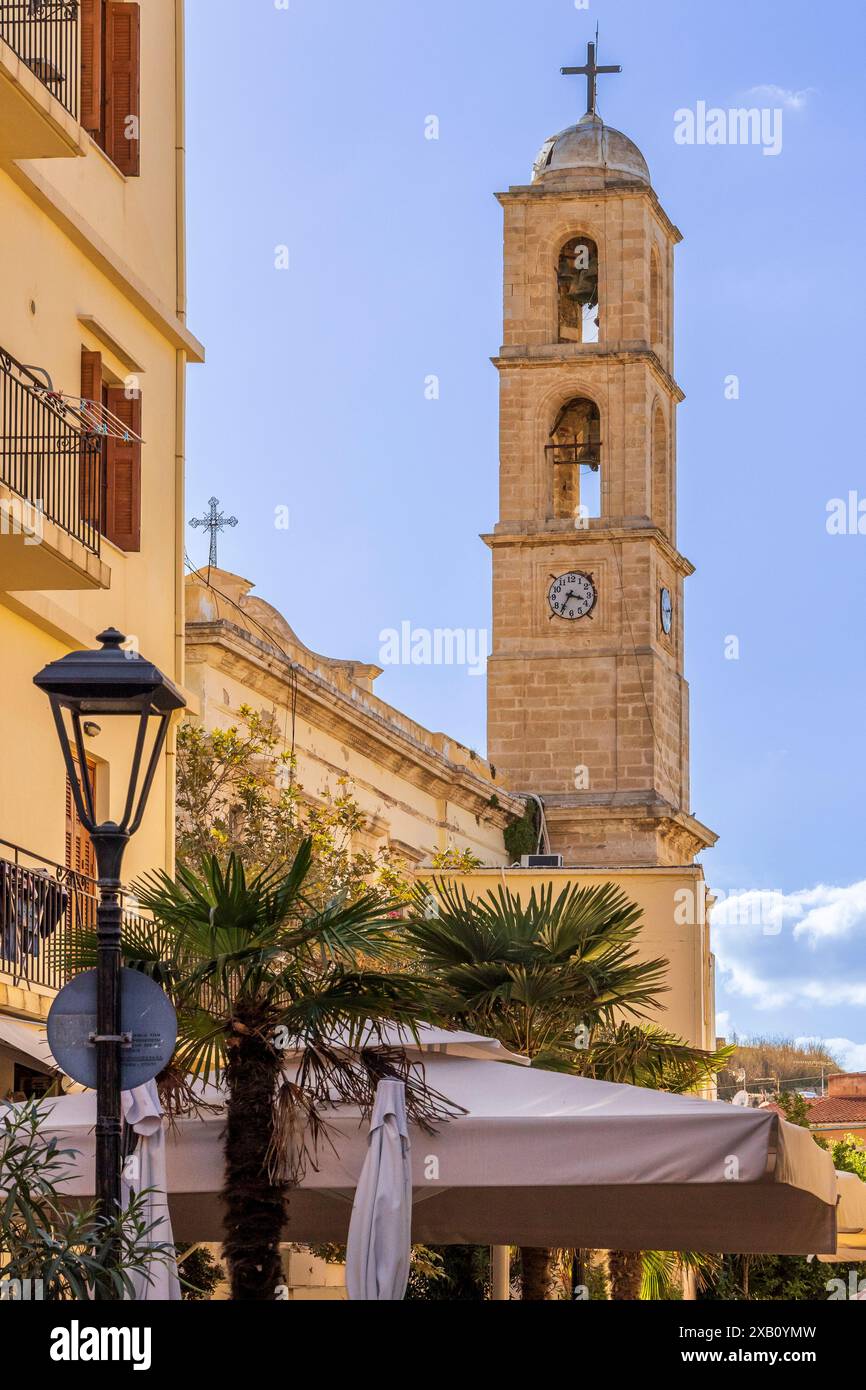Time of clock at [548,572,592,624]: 3:35
